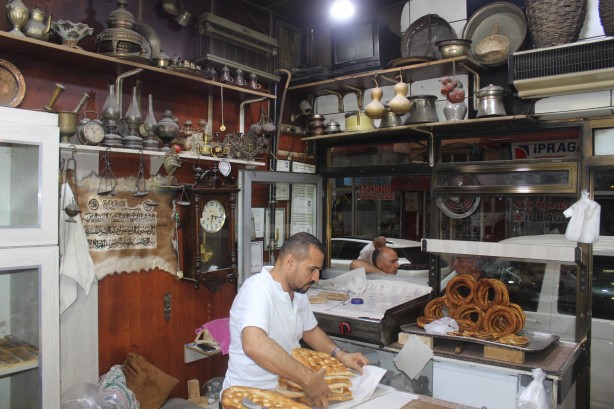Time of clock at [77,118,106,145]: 11:07
